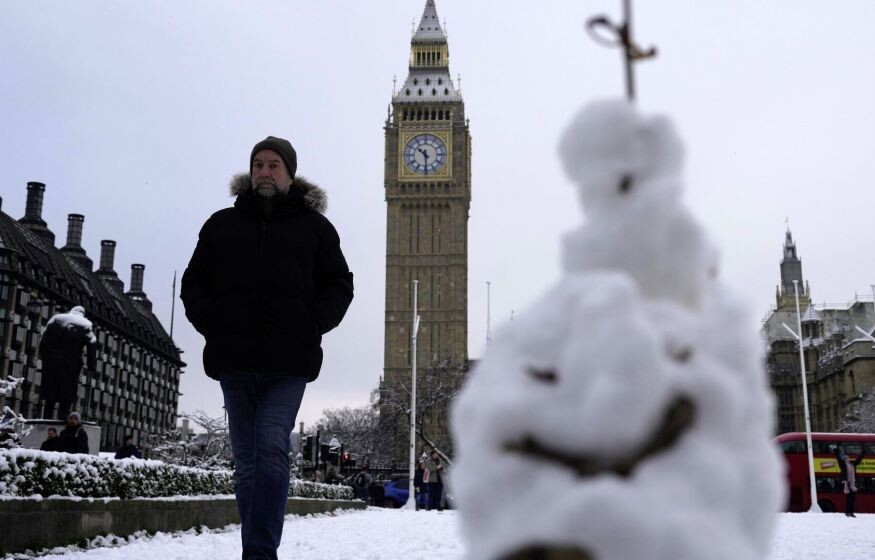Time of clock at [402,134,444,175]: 10:29
